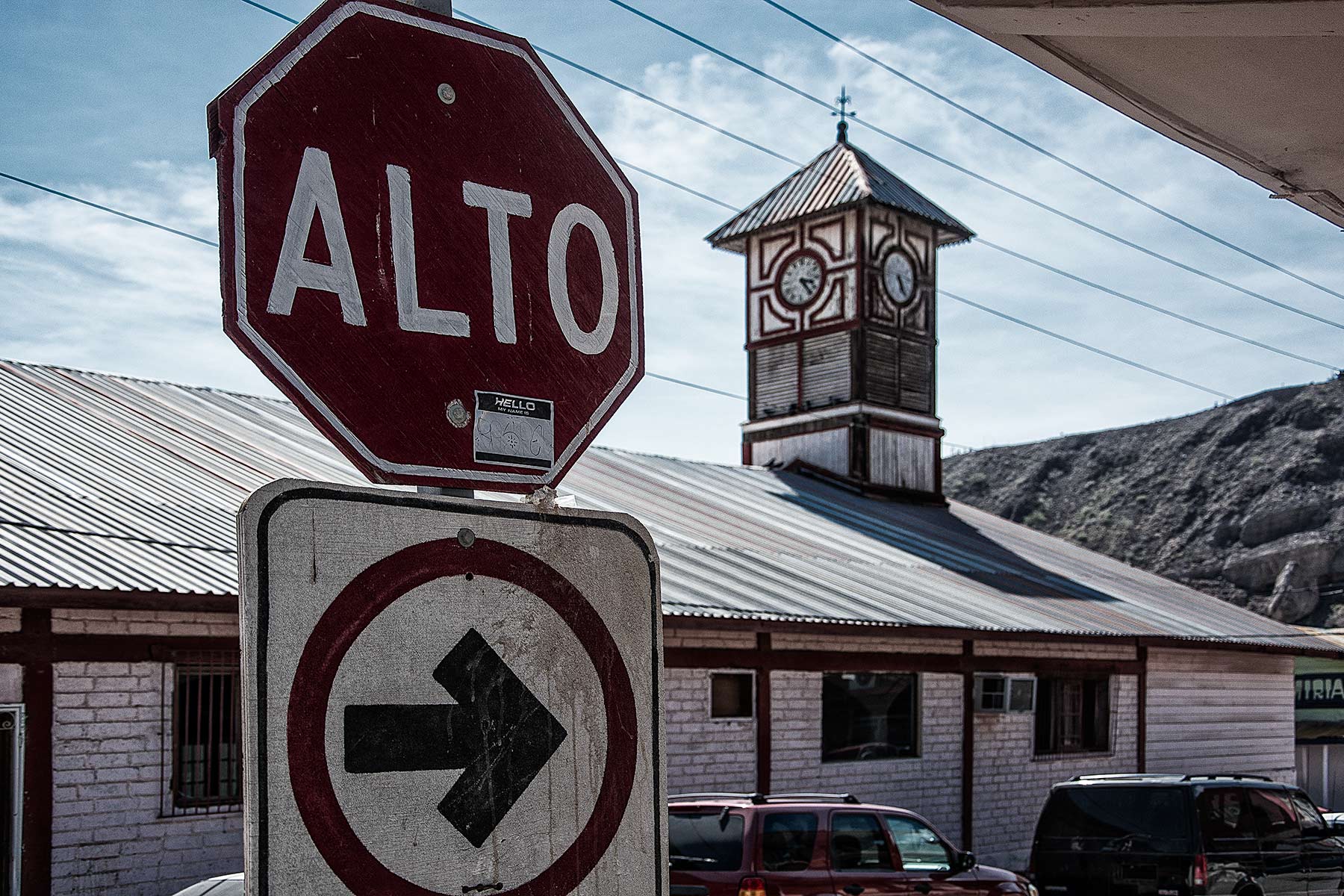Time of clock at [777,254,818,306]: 3:23
